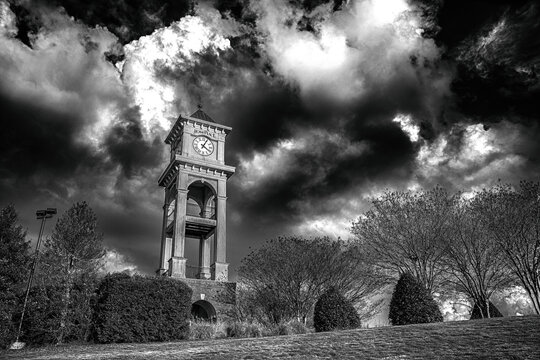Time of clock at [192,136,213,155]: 4:04
